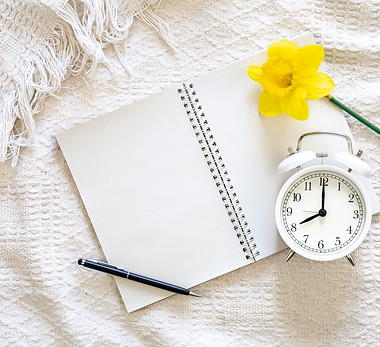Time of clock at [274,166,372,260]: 8:00
